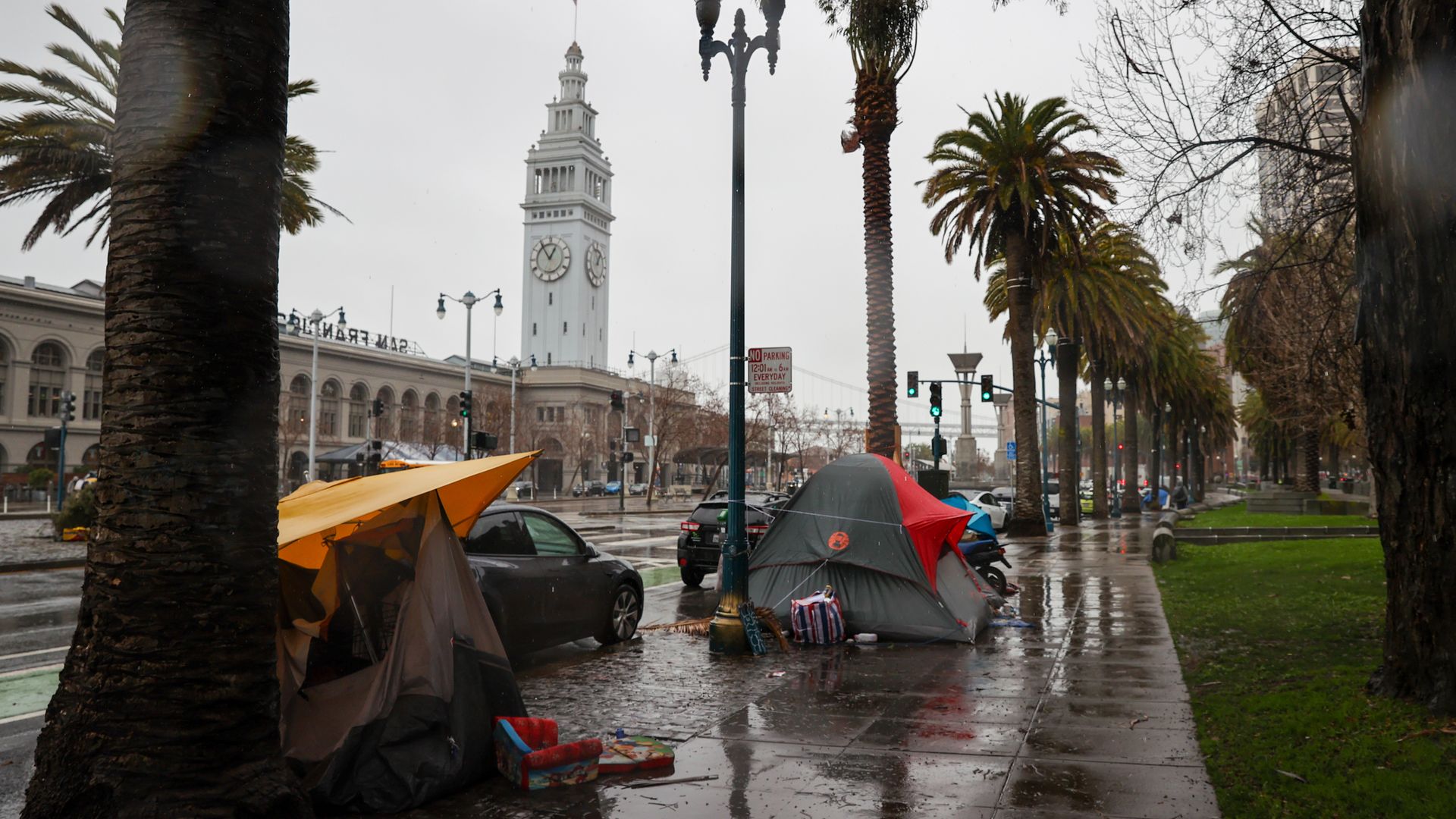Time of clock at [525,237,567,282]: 12:54
